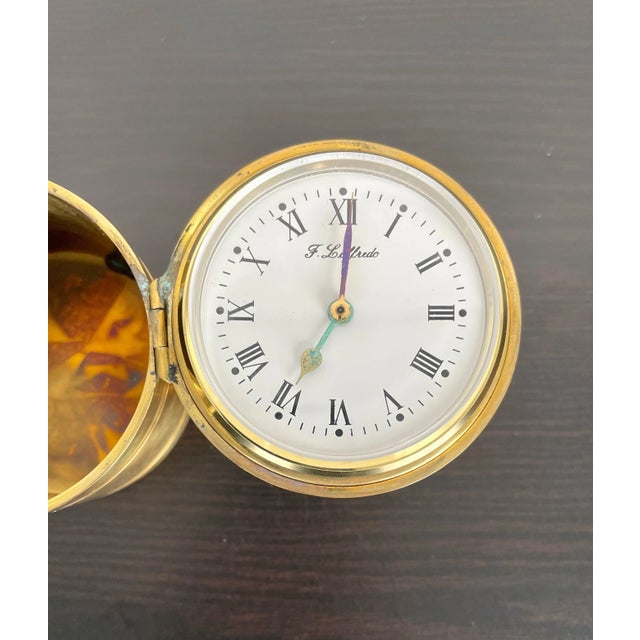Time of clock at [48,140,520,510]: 7:00
